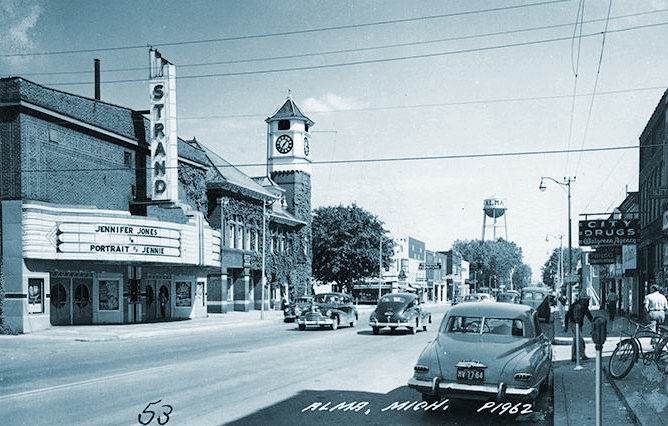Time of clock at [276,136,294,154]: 7:07
